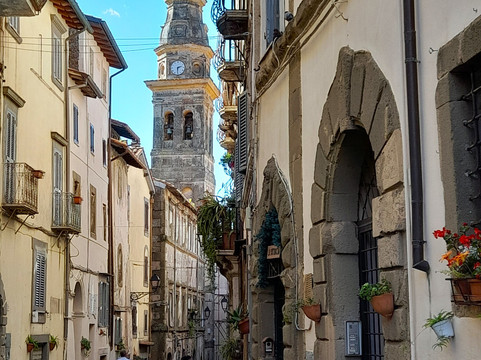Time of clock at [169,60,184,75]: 2:30
